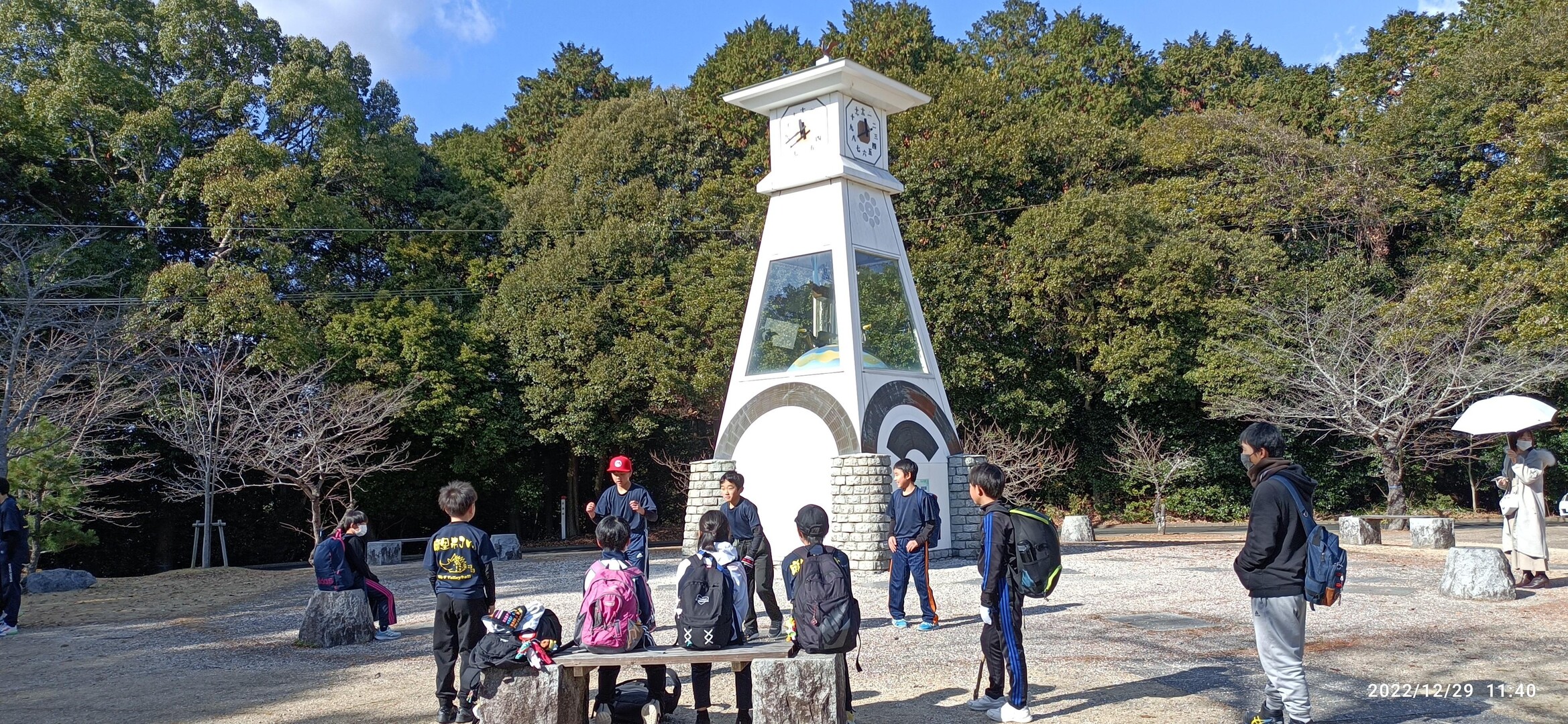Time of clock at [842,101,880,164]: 11:40
